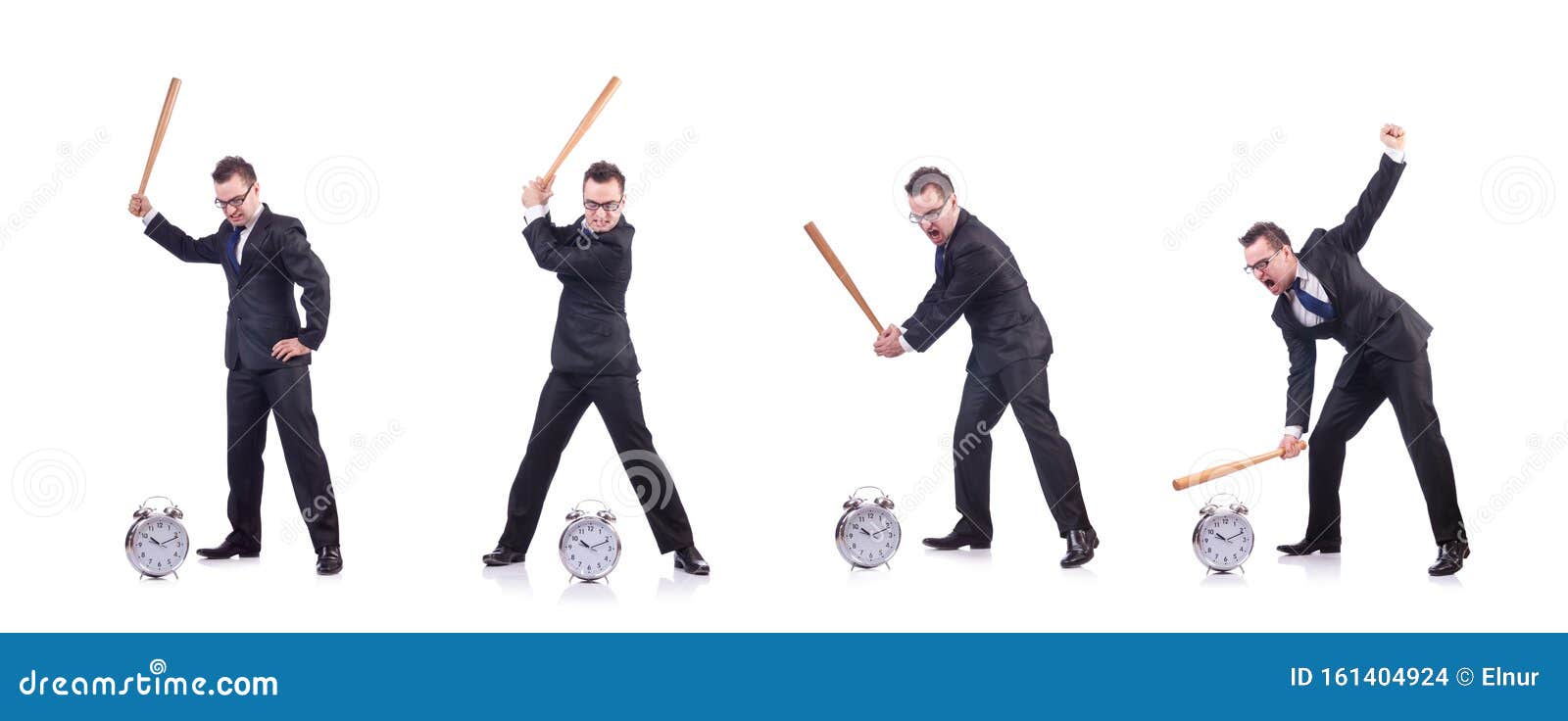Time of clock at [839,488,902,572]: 10:11
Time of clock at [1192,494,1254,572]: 10:11
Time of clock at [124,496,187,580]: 10:11
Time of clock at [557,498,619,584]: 10:11
